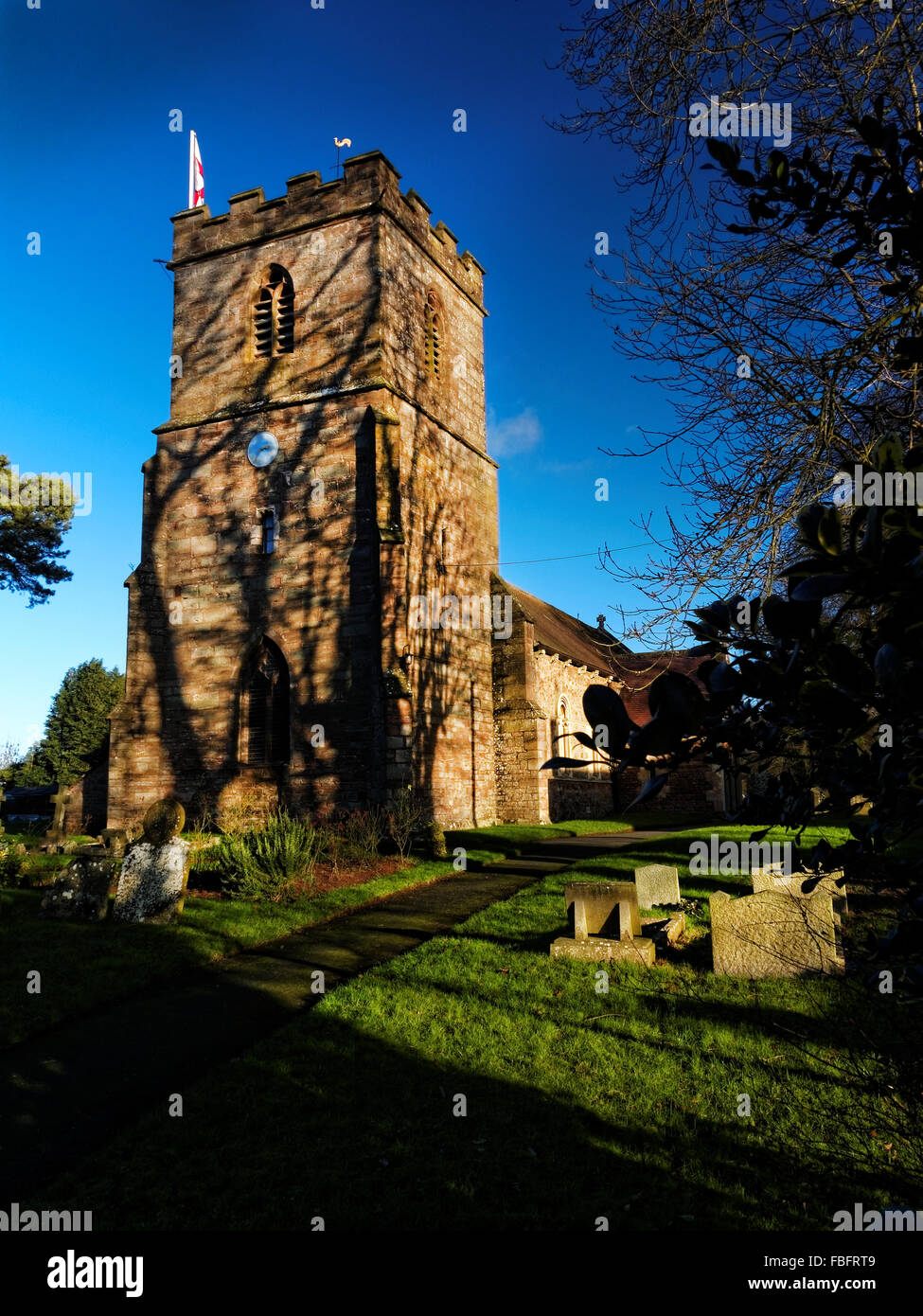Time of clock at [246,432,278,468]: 2:36
